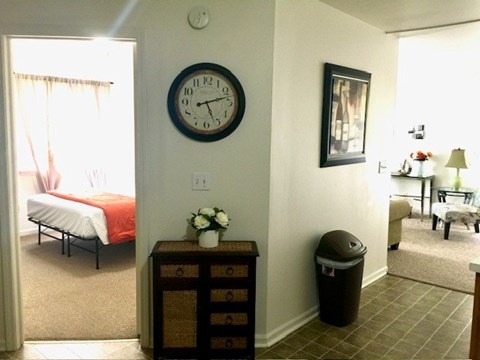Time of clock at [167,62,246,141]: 5:12
